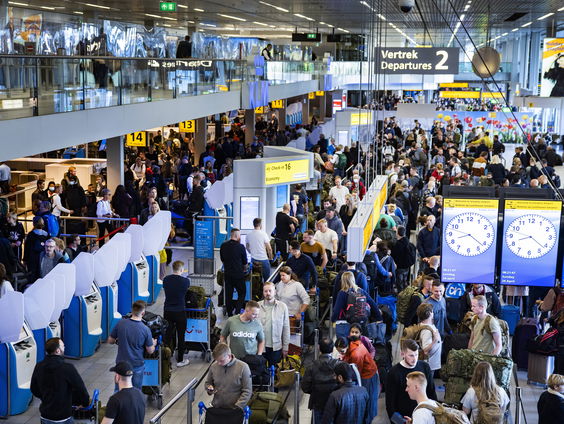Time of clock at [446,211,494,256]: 8:21
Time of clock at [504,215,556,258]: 8:21
